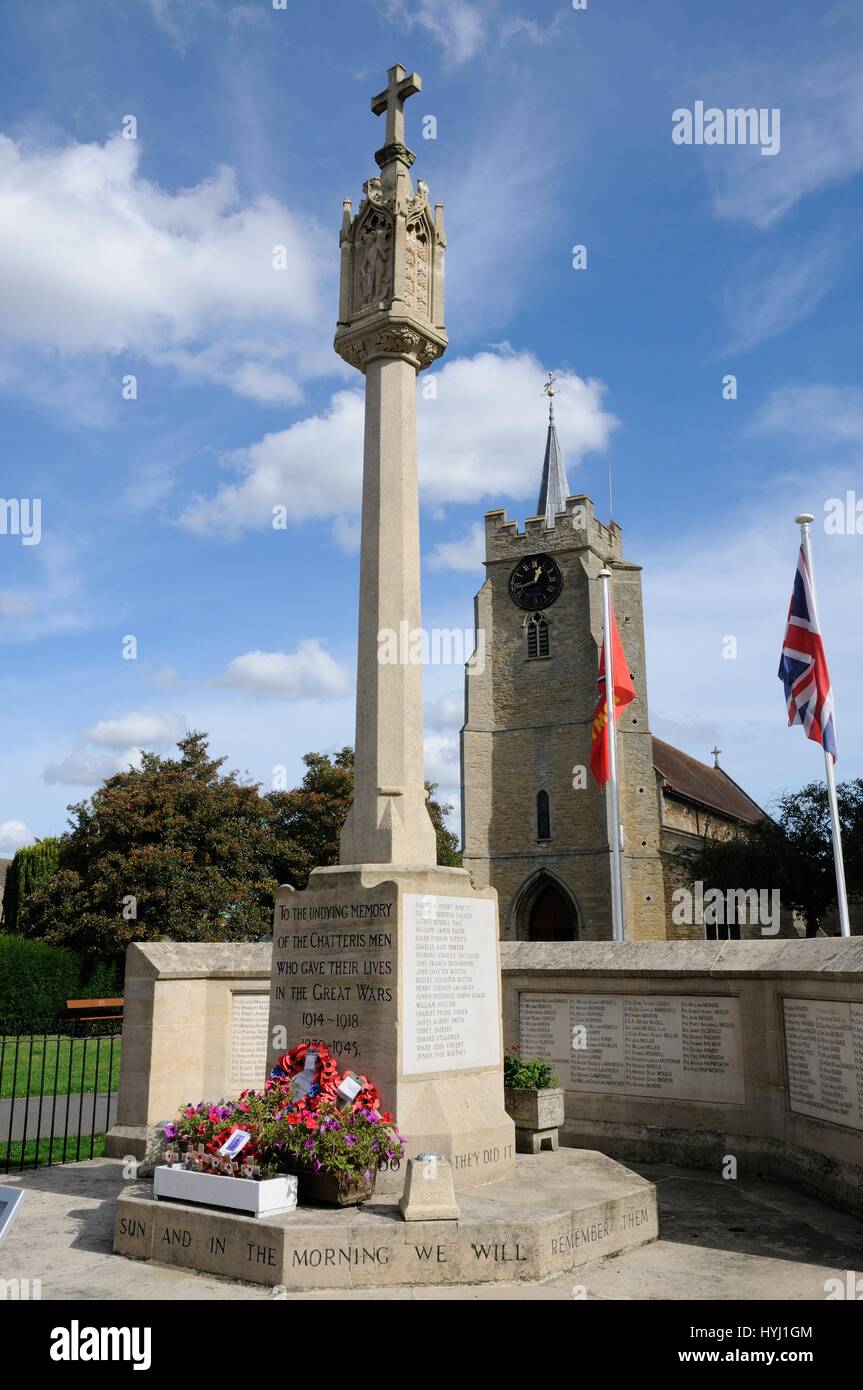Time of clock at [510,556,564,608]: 12:42
